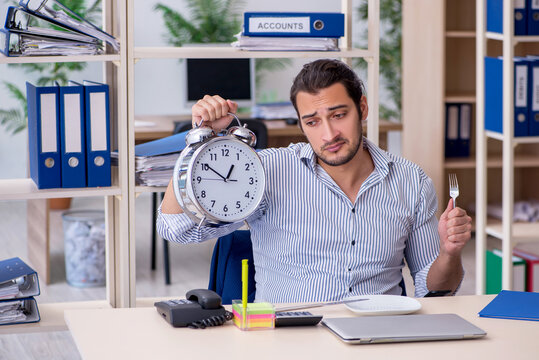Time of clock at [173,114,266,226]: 12:50
